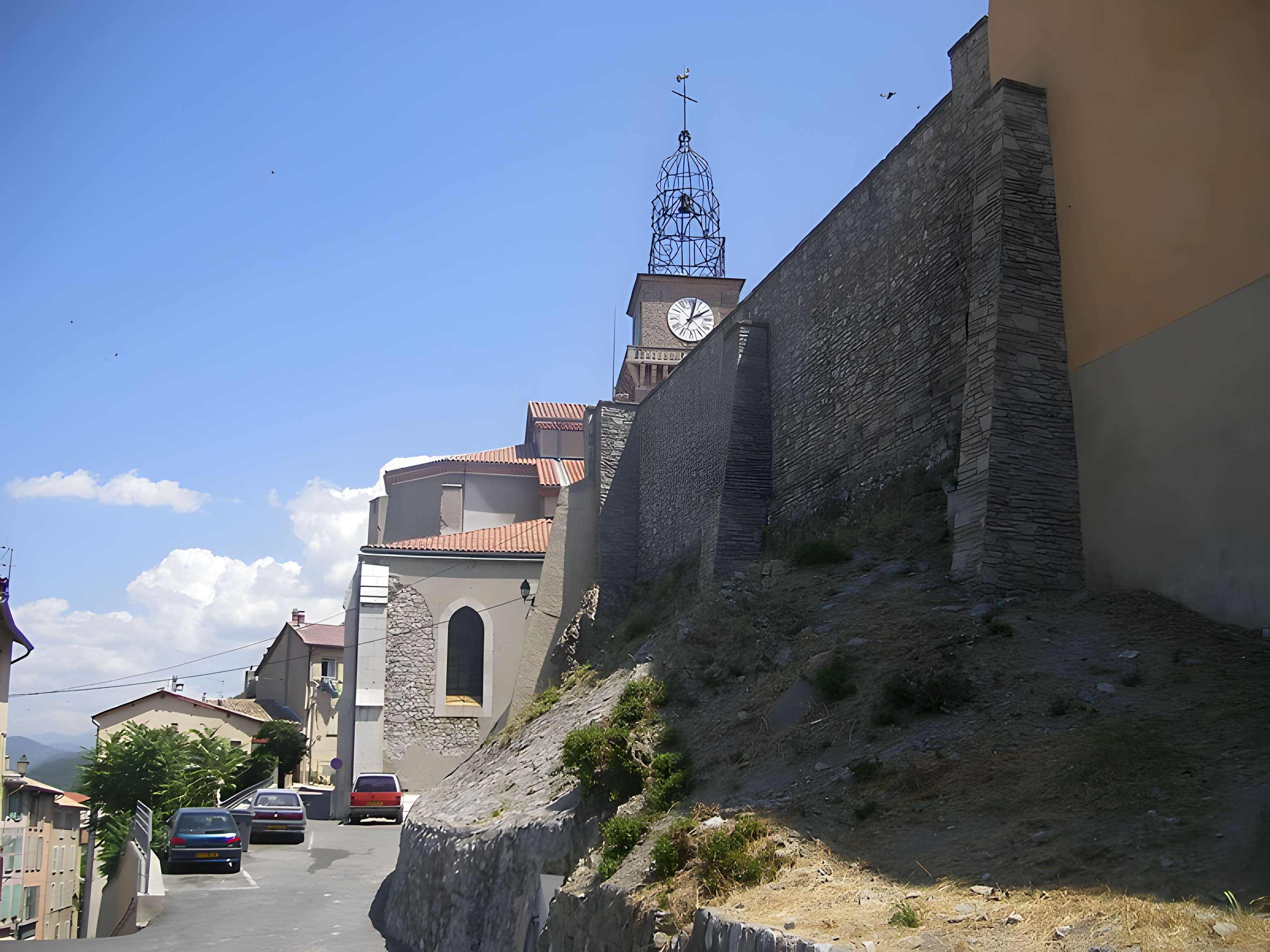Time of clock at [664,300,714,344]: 2:02
